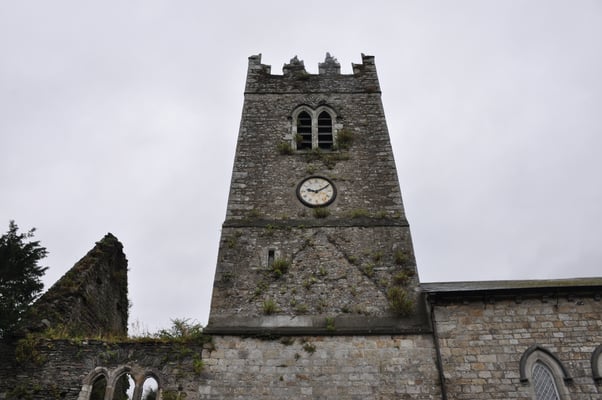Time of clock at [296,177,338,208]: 9:10
